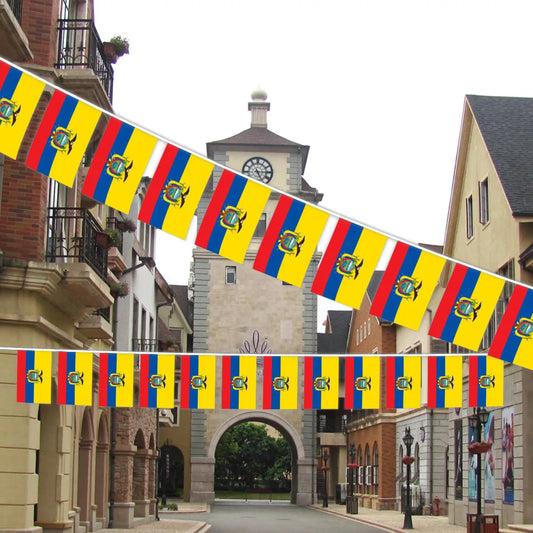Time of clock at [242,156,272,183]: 5:14
